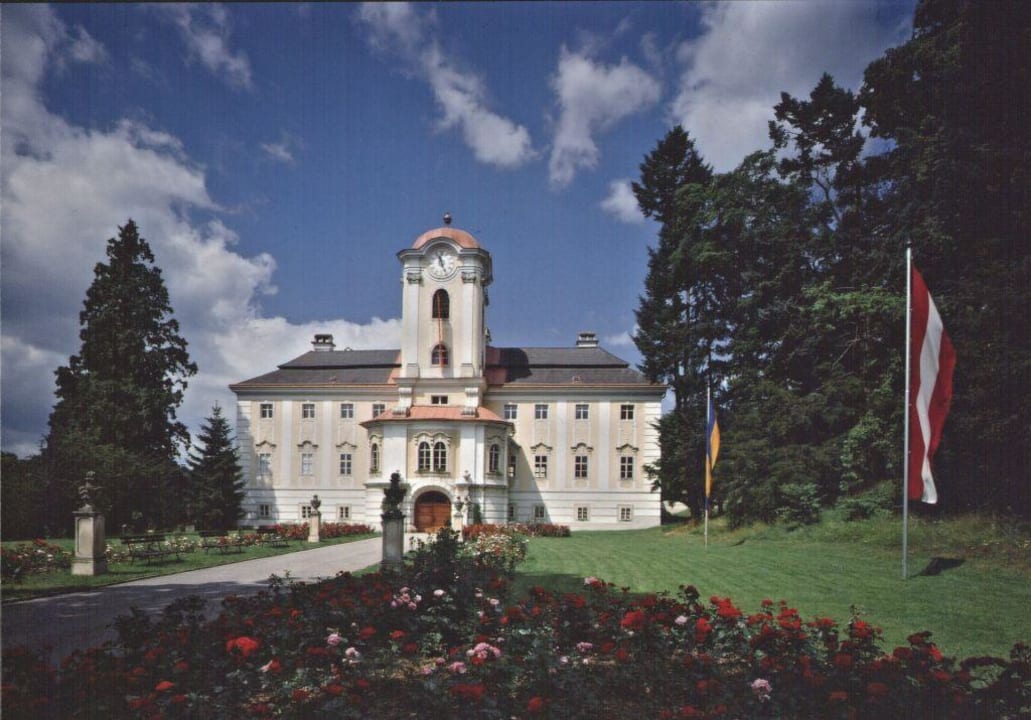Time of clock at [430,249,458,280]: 11:25
